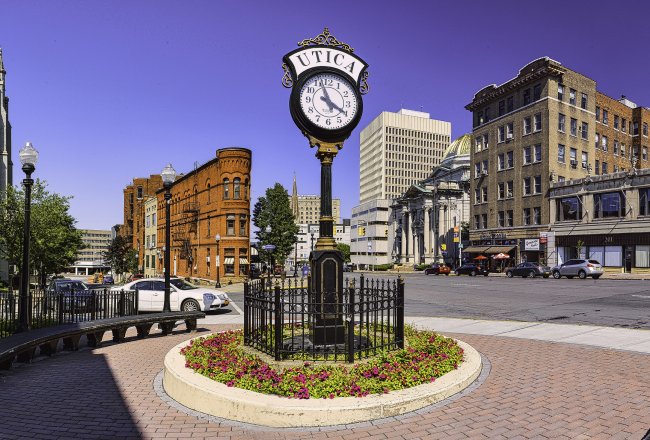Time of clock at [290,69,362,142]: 3:57
